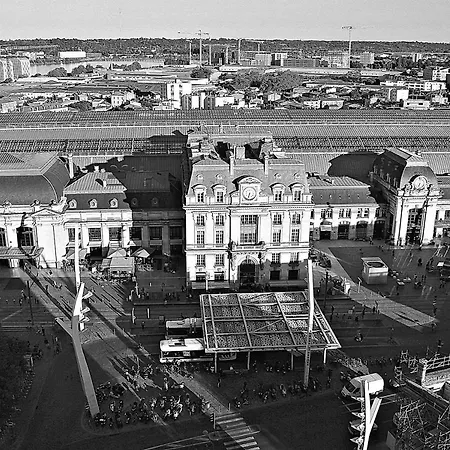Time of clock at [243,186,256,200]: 6:32
